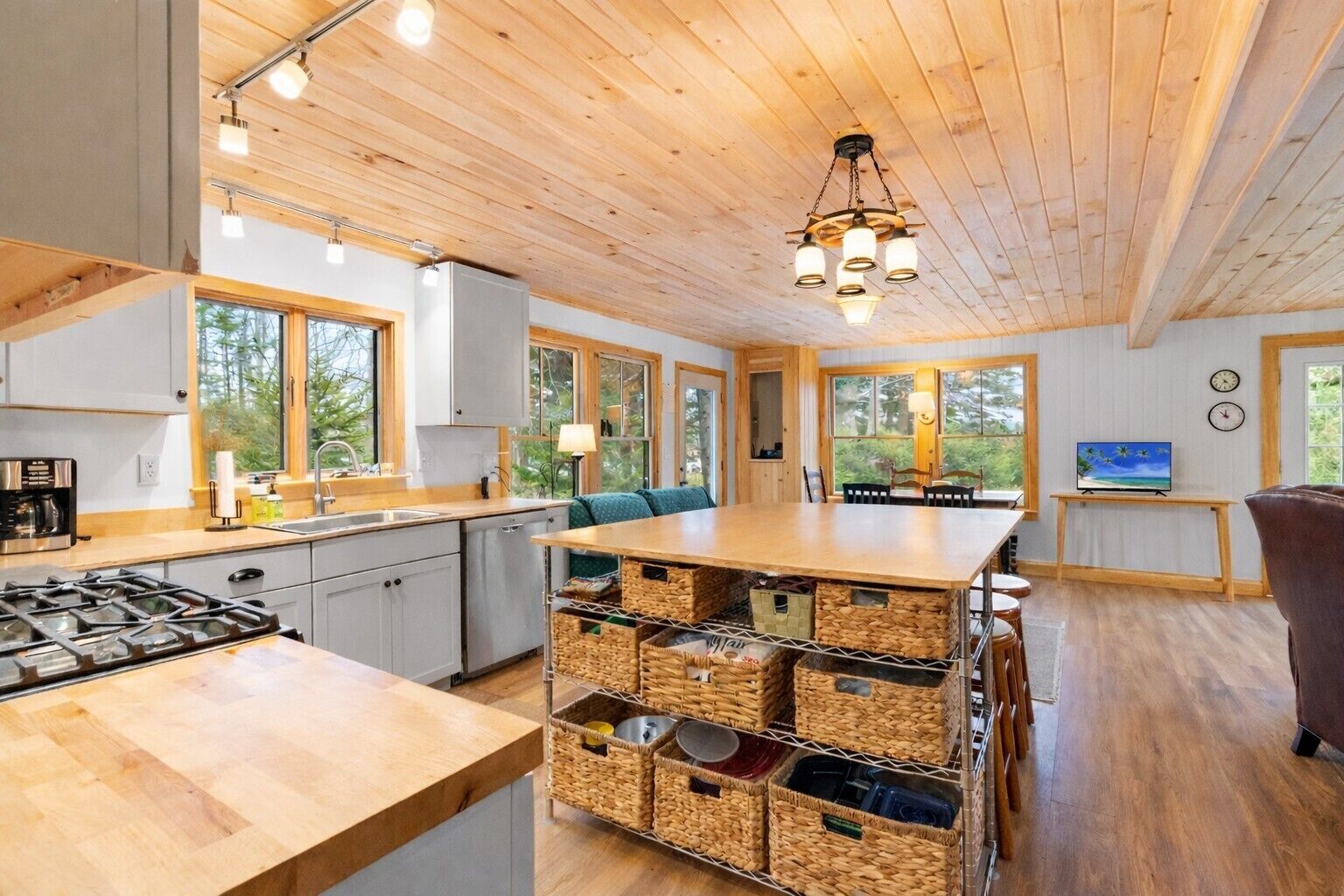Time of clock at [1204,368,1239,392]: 4:35
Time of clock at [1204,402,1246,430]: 11:52
